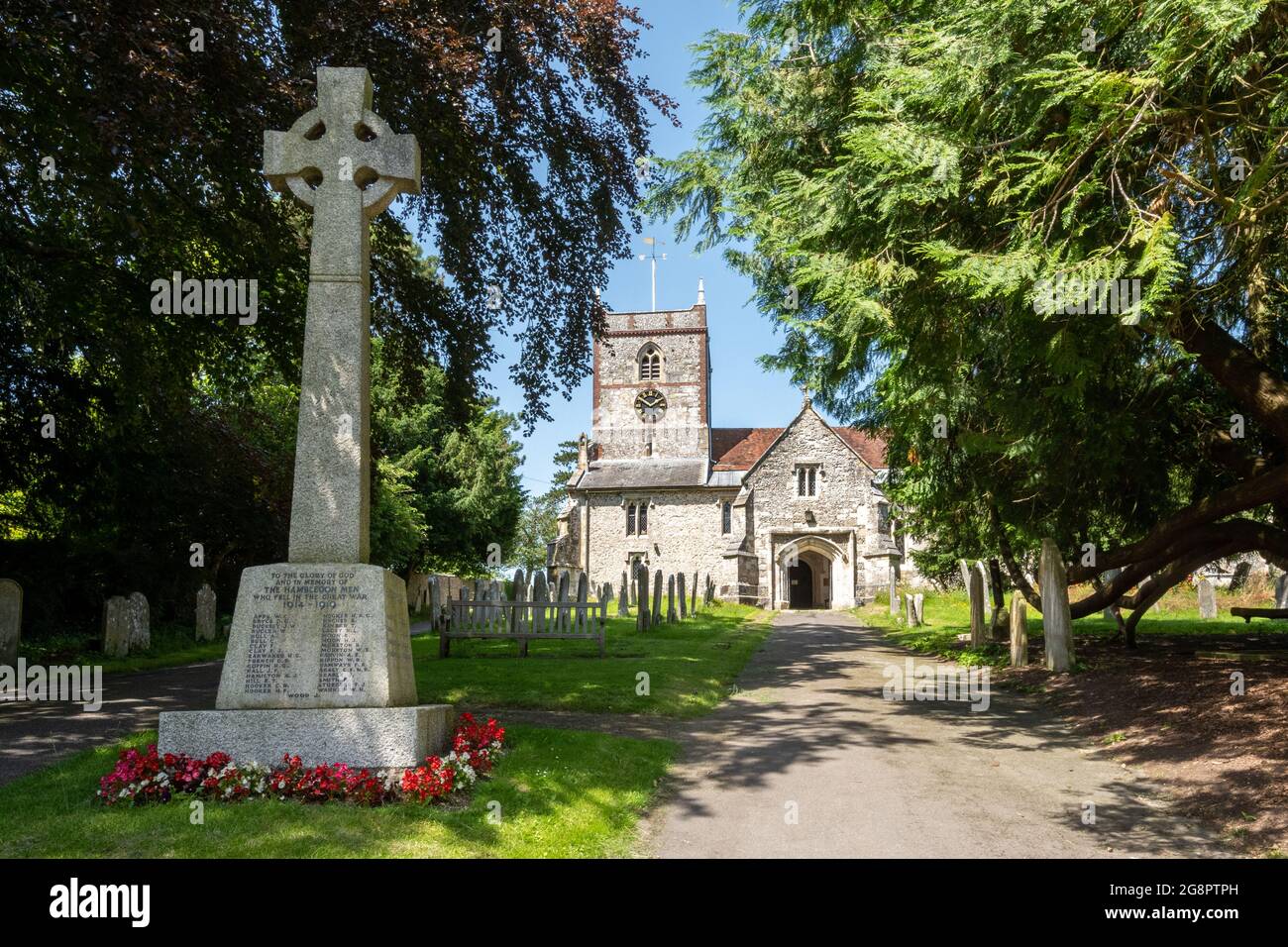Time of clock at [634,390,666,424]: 1:50
